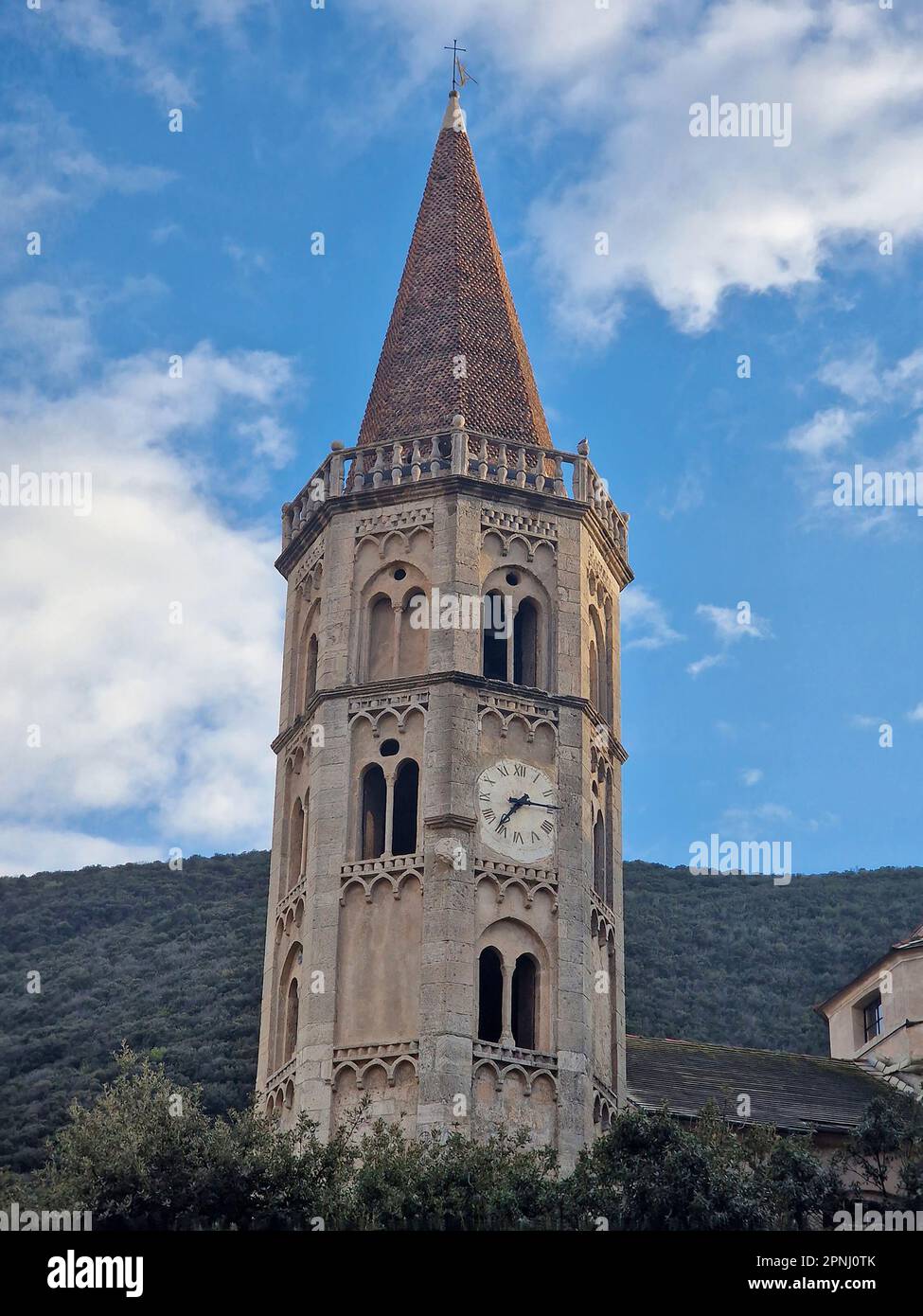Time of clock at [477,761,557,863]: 7:14
